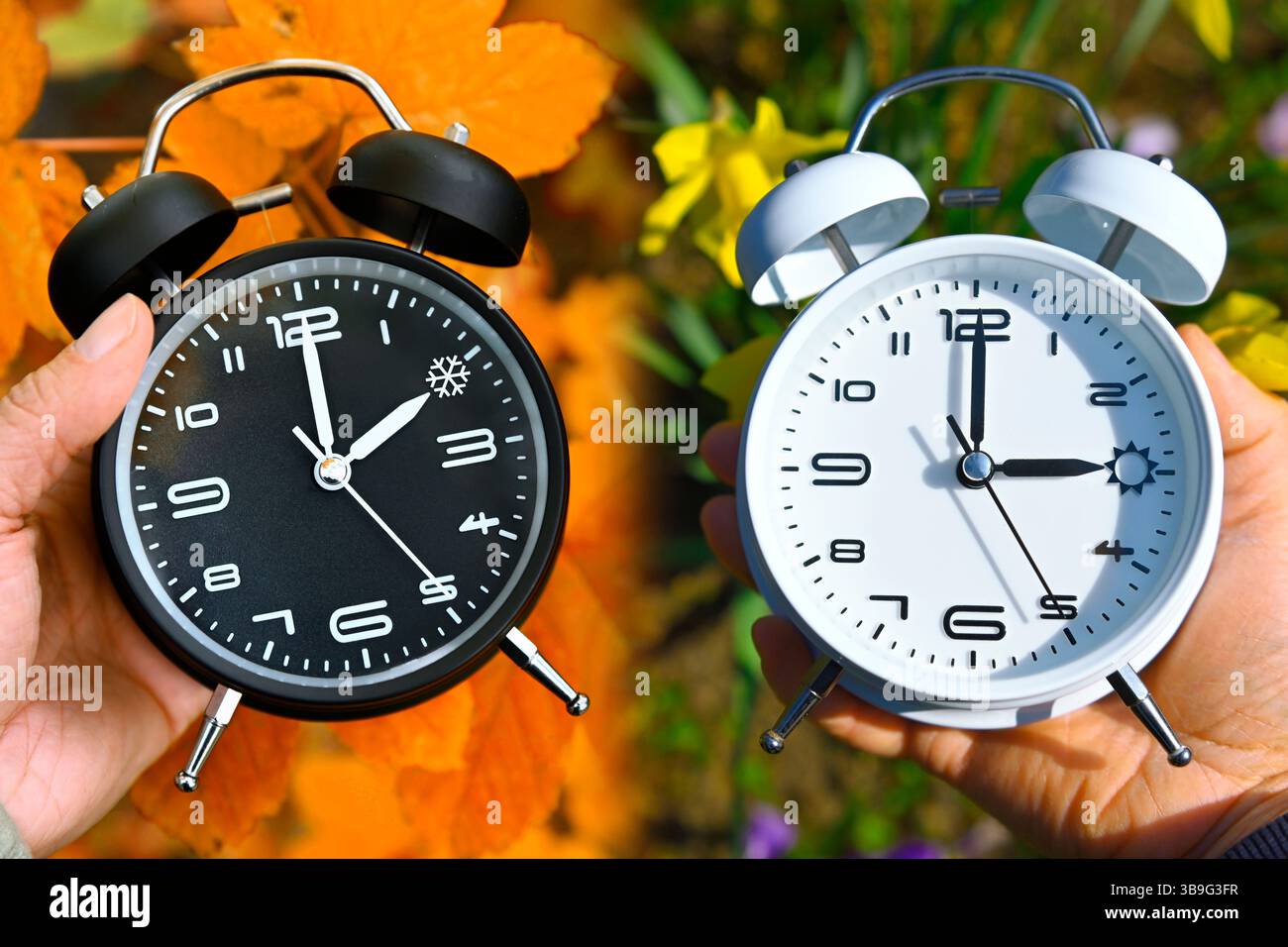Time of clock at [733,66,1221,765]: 3:00
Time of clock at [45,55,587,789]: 2:00
